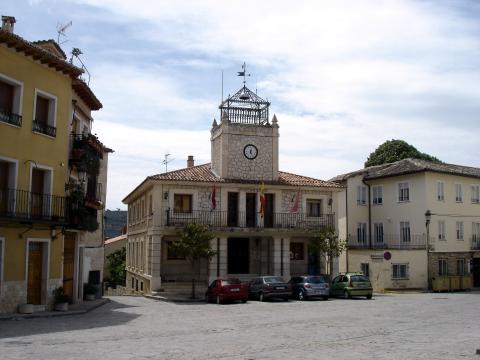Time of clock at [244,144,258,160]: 12:26
